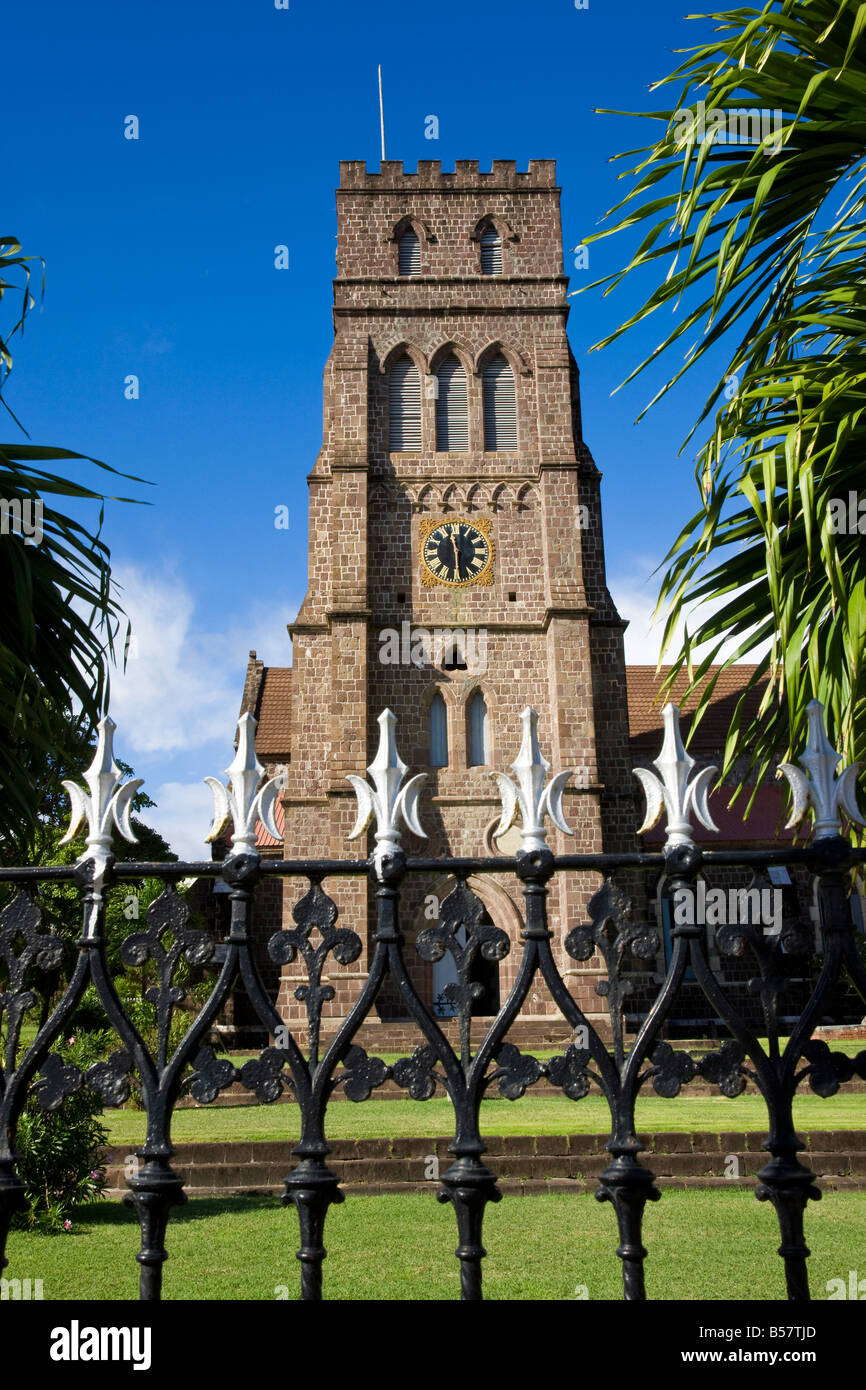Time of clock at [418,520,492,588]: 11:29
